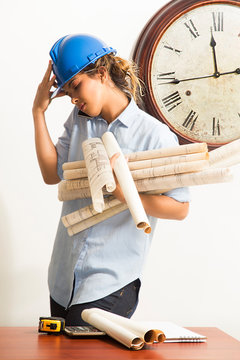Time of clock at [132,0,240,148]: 11:43
